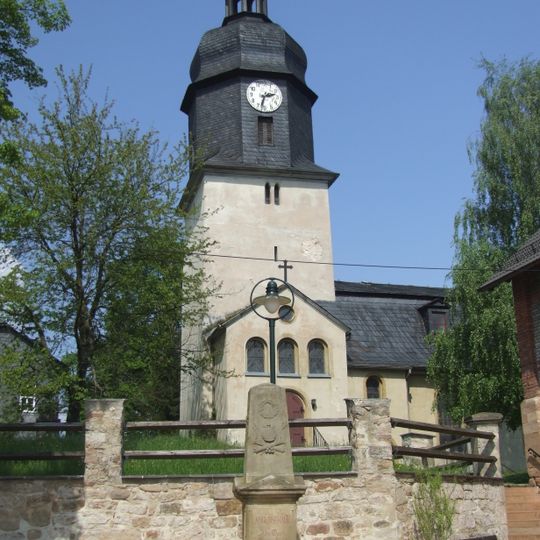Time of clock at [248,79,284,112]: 2:32
